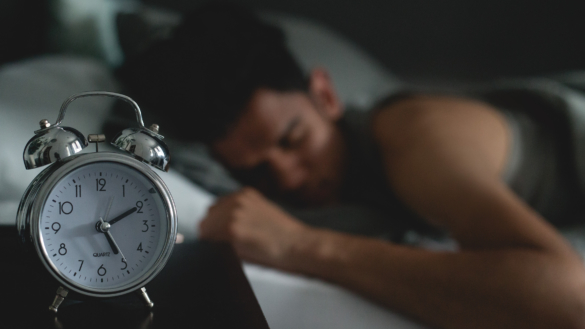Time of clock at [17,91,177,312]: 5:10
